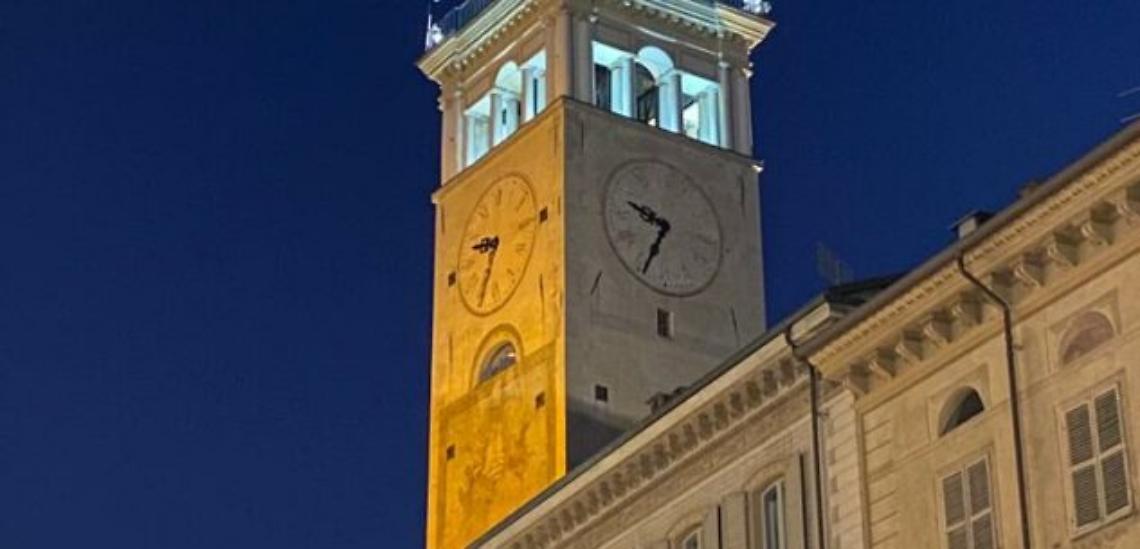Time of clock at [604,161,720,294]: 9:34
